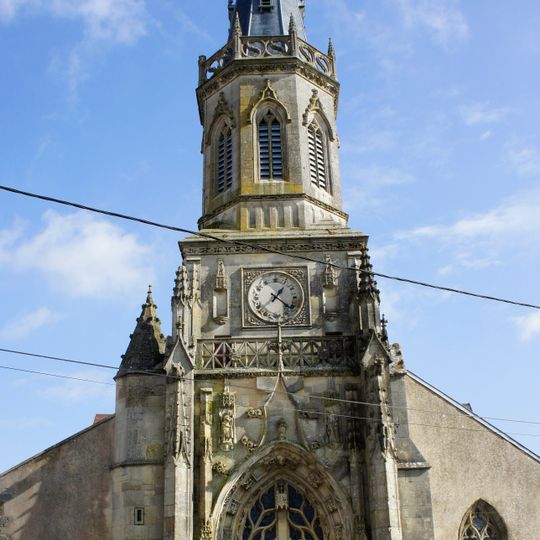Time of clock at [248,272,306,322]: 1:21
